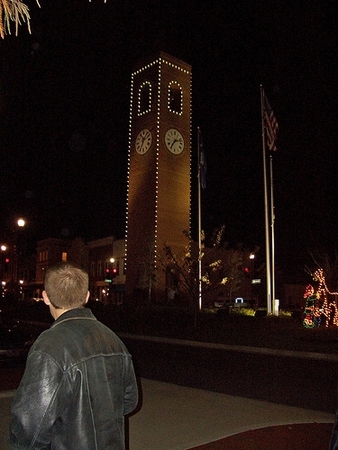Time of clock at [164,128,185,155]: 2:36
